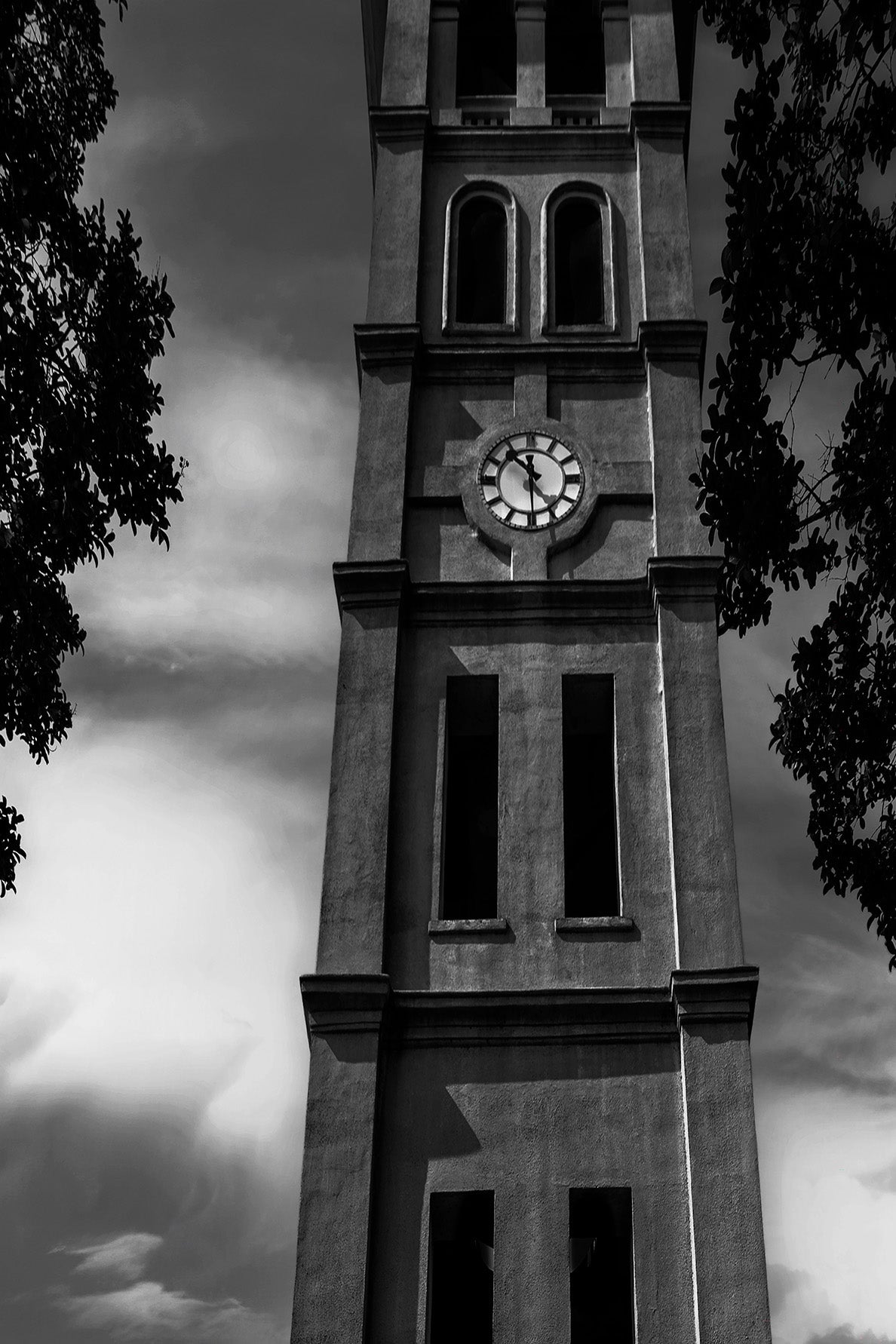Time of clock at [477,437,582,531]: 10:29
